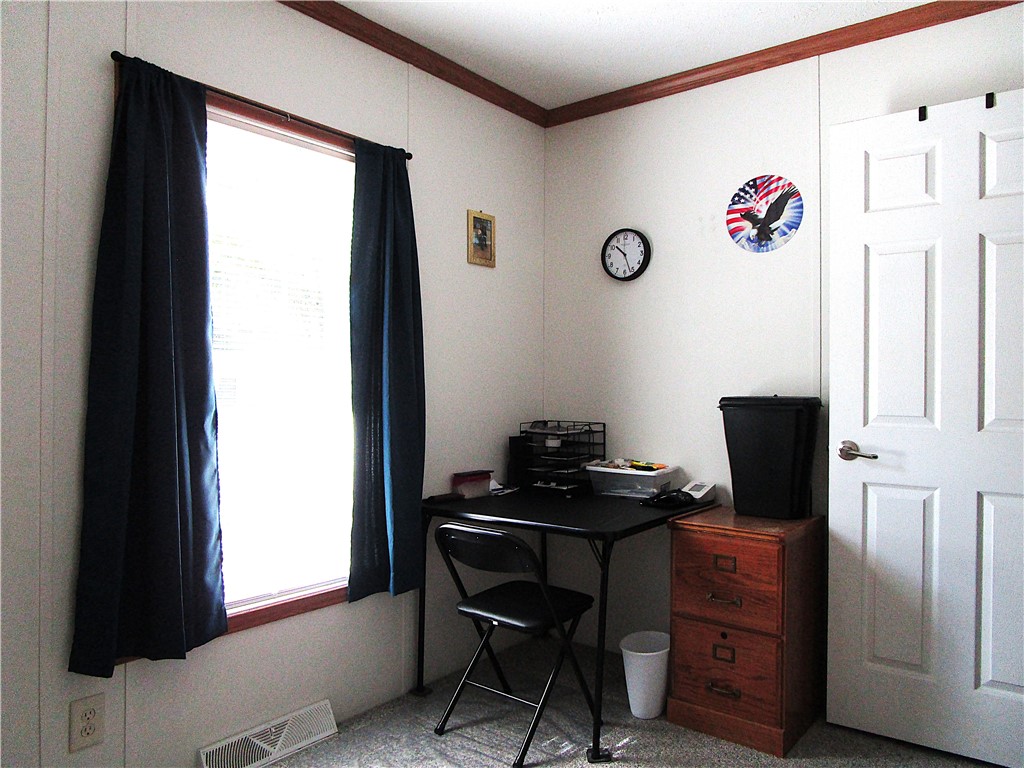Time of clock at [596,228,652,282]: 10:26
